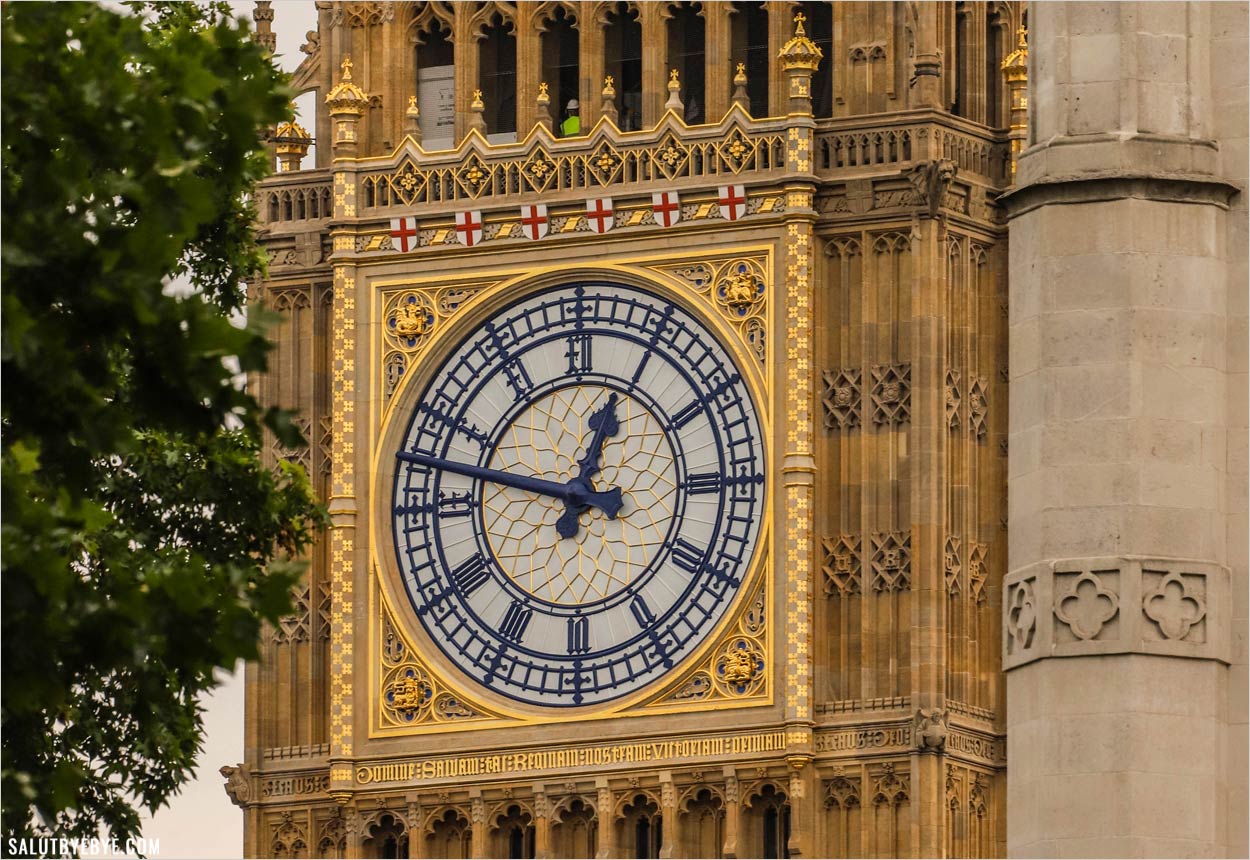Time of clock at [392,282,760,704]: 12:47
